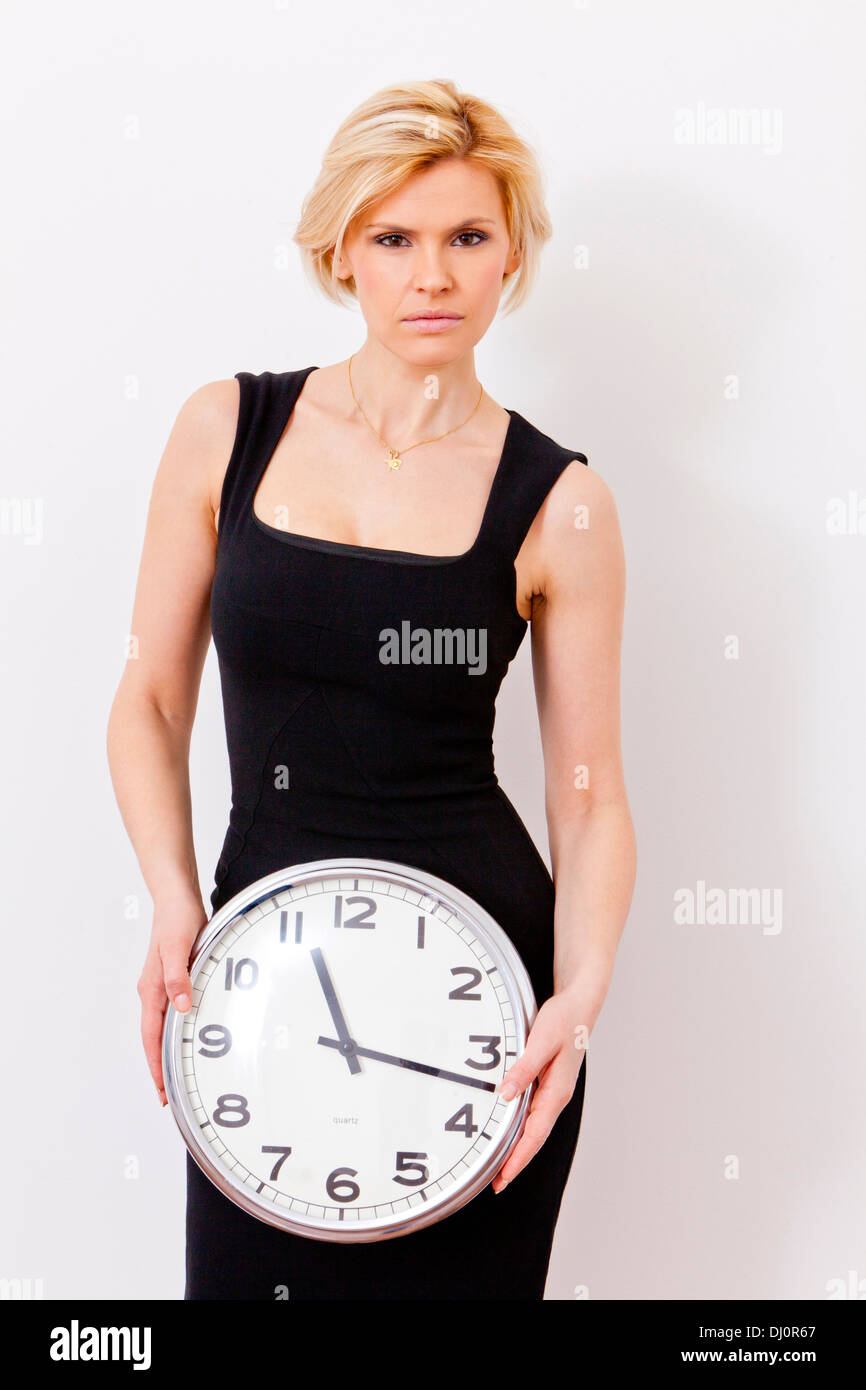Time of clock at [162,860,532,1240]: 11:17
